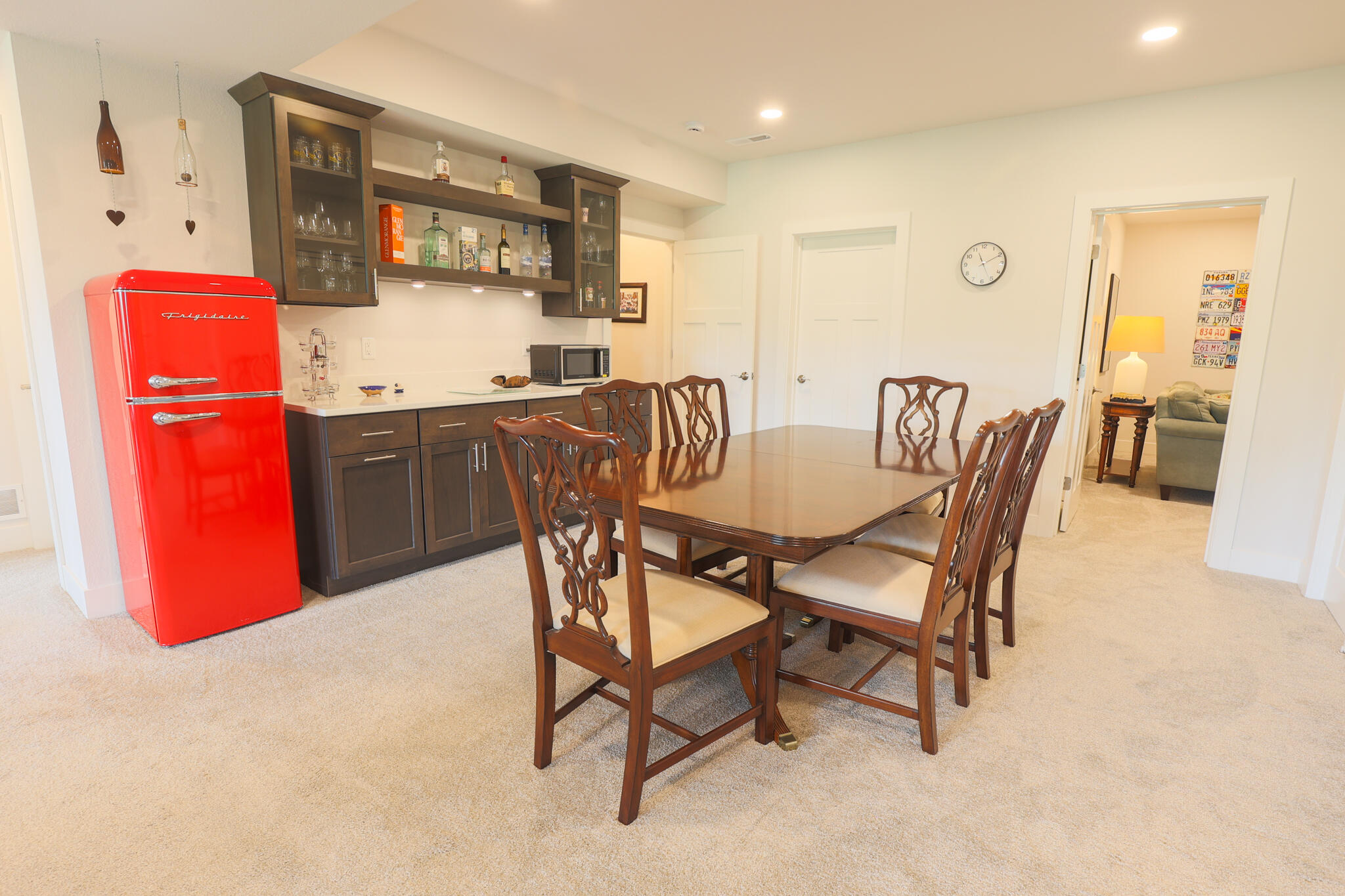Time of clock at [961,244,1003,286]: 11:10
